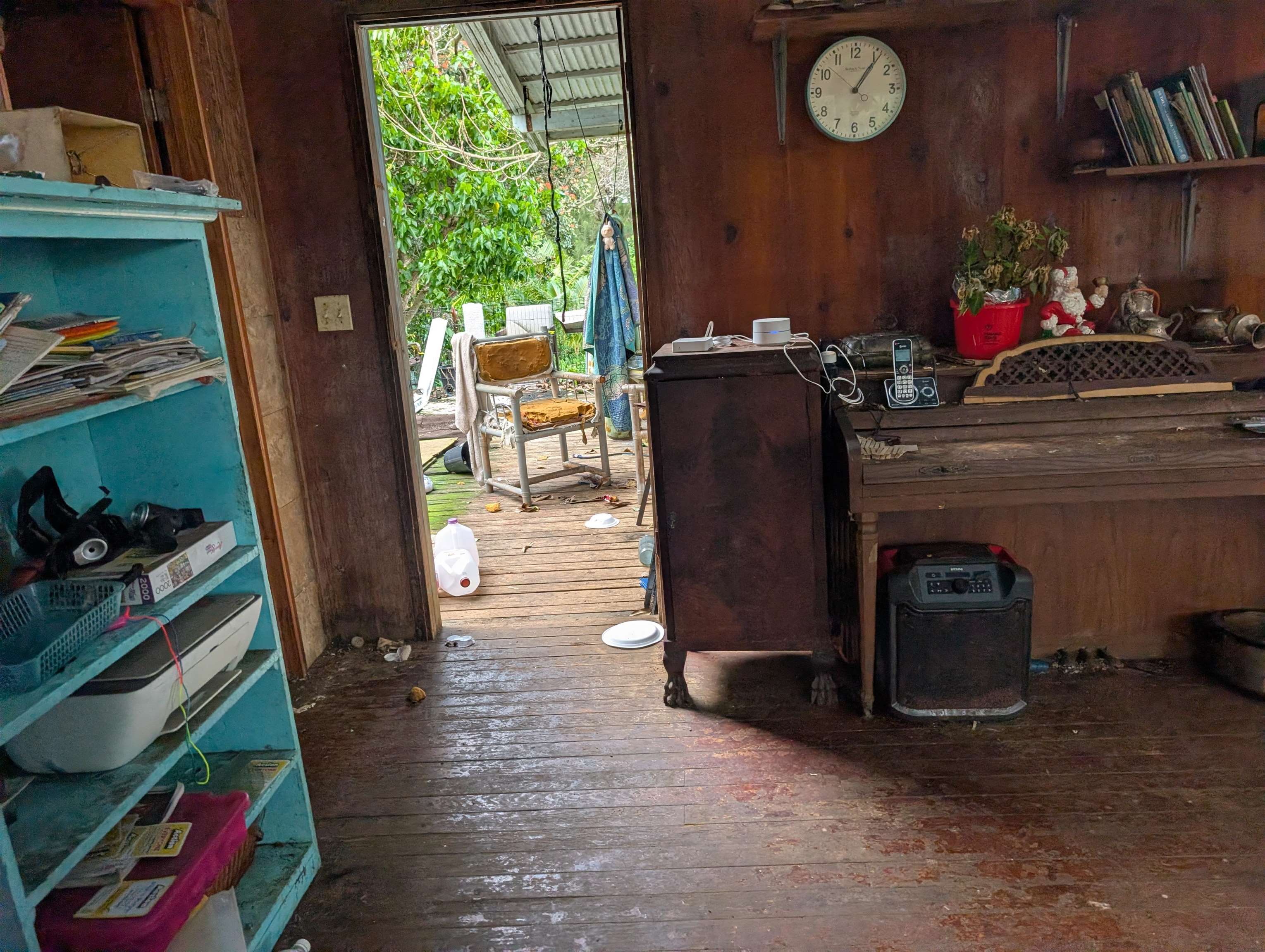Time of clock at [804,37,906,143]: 1:06
